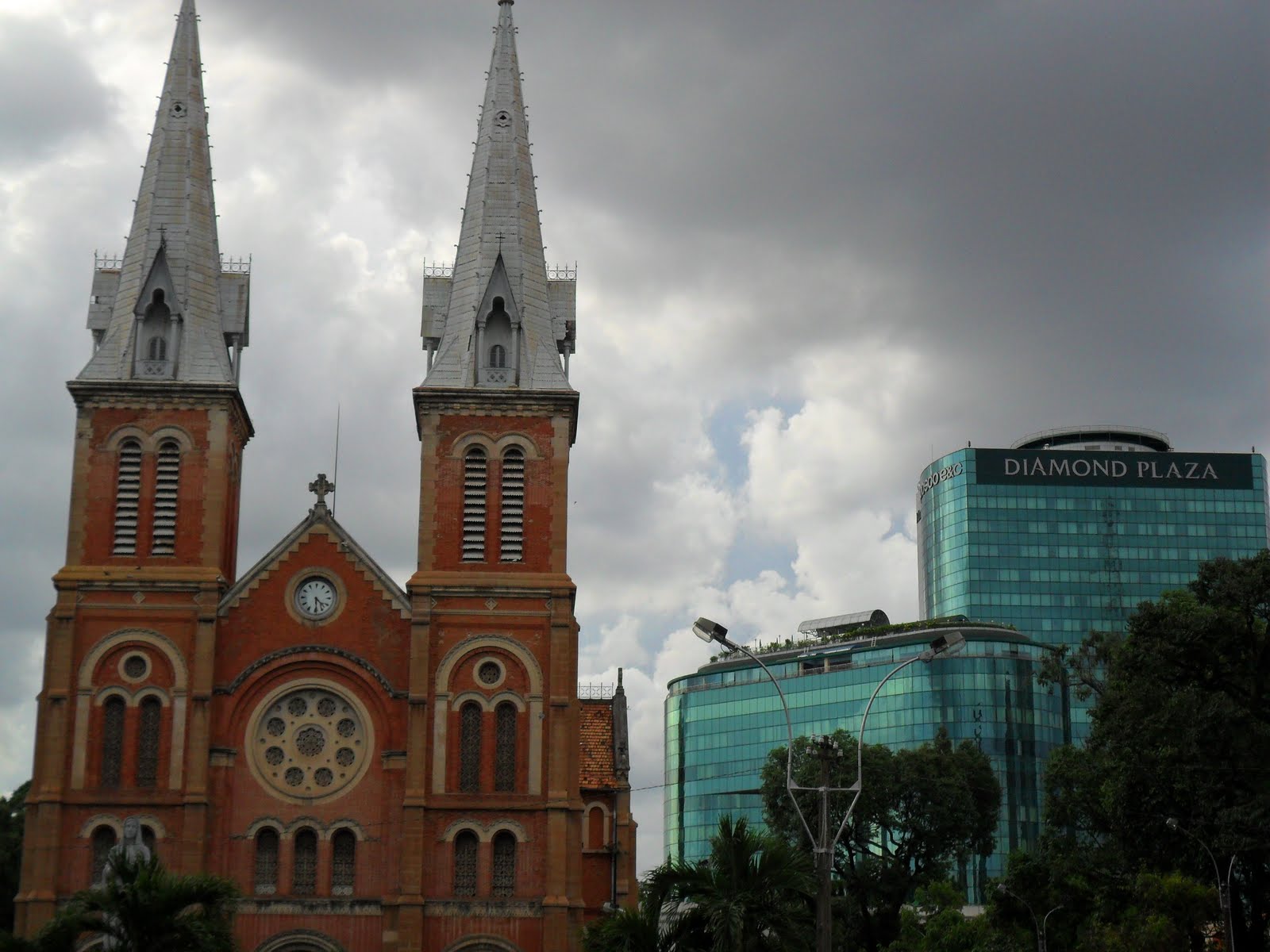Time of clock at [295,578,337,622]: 4:29
